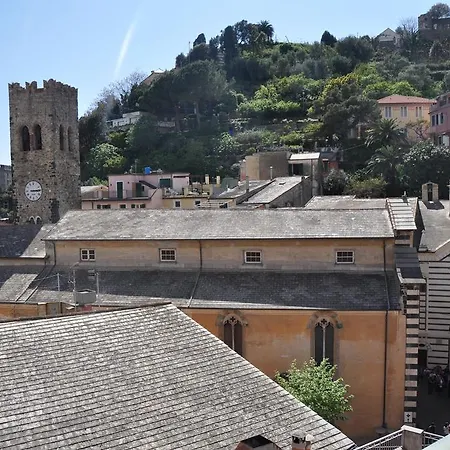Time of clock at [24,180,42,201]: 3:14
